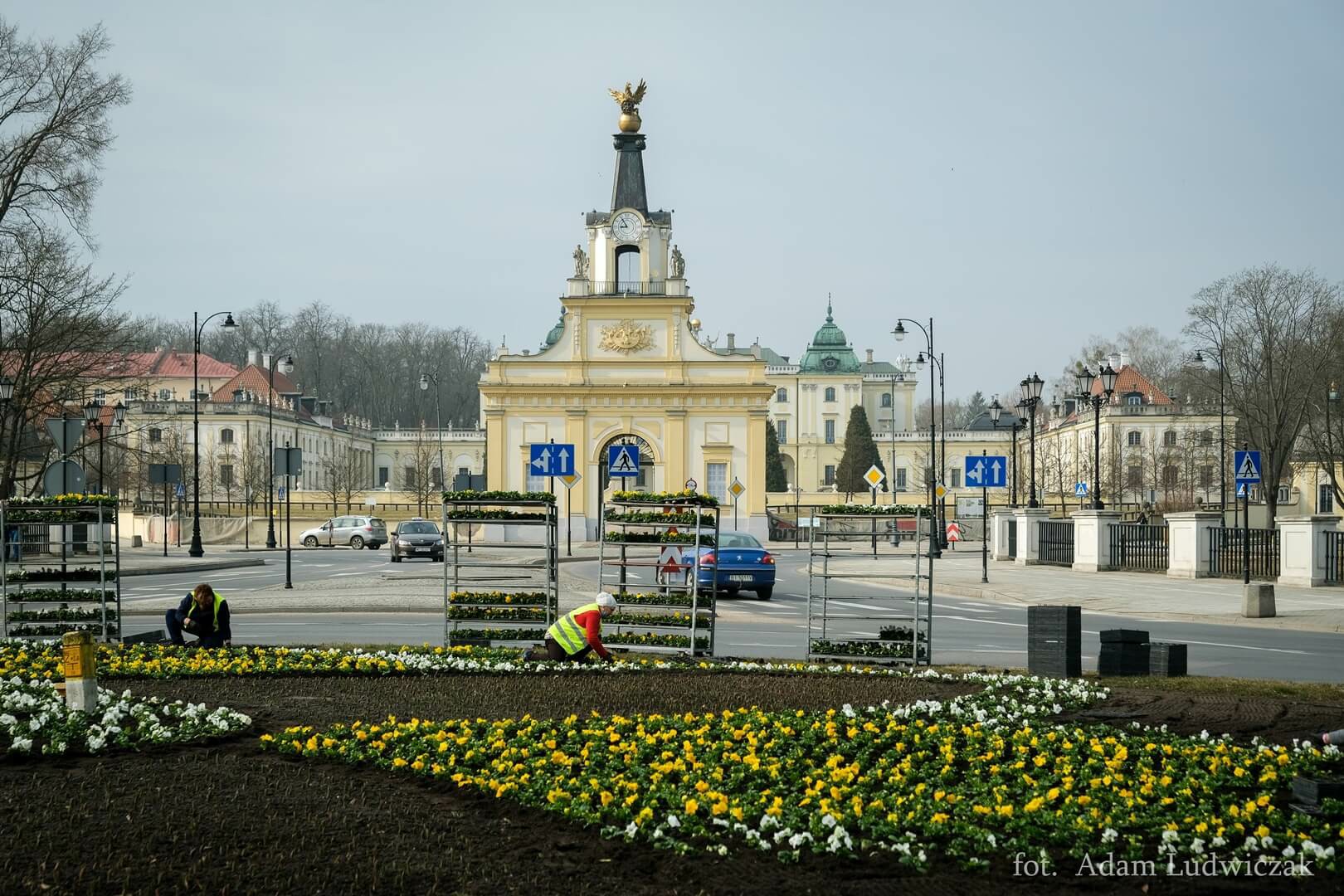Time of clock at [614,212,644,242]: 8:54
